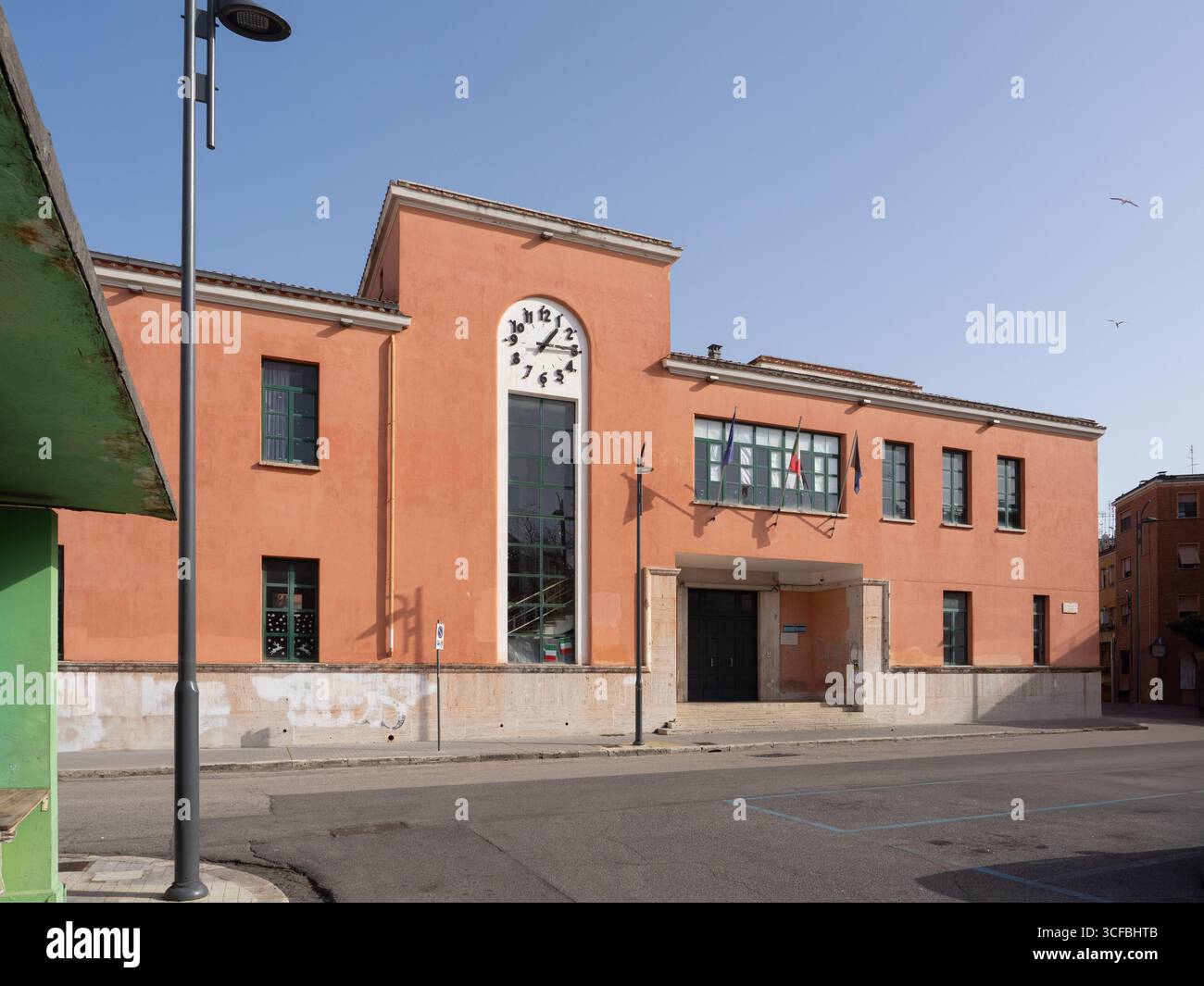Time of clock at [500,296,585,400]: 1:14
